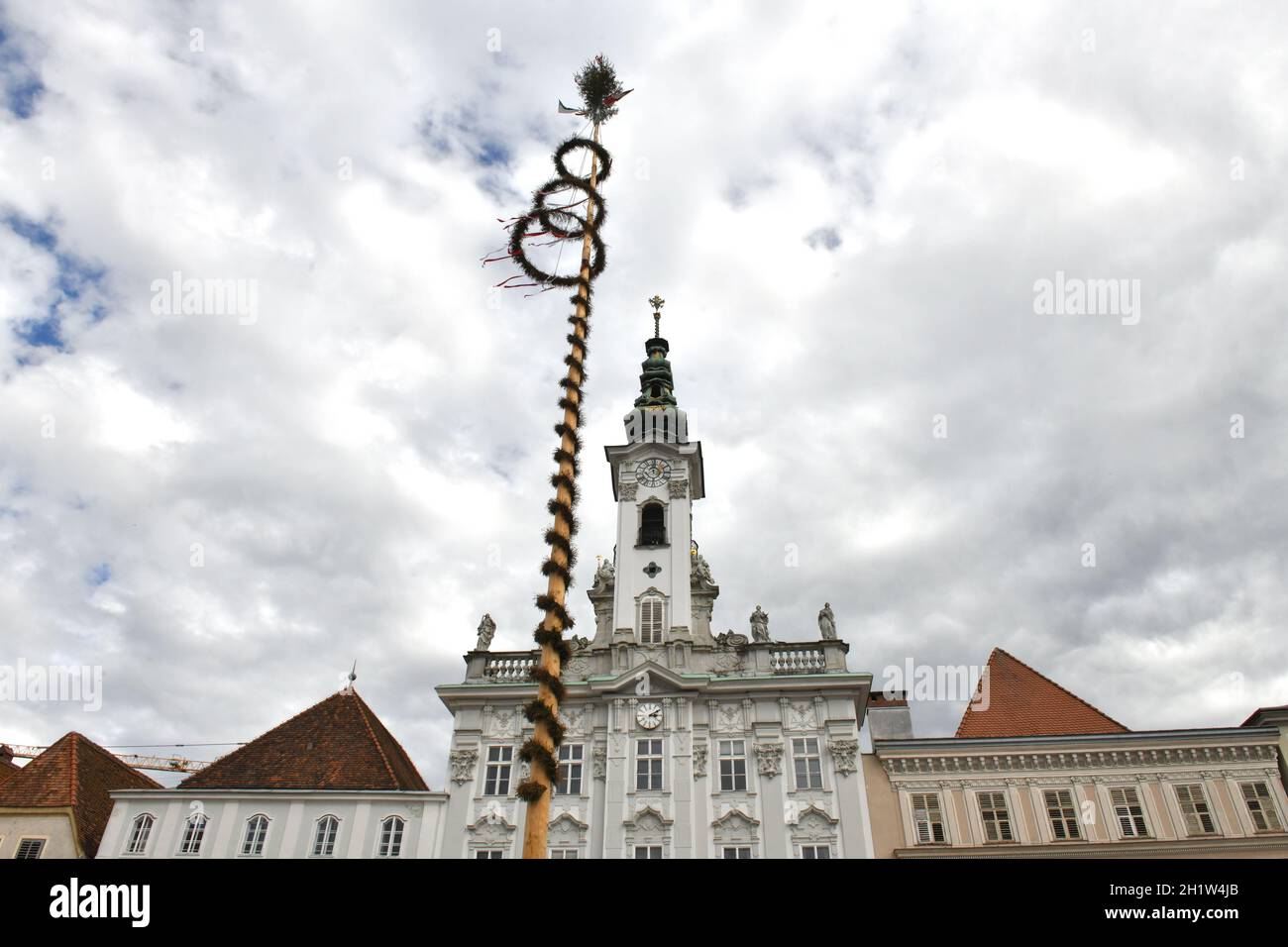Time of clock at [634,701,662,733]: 3:09
